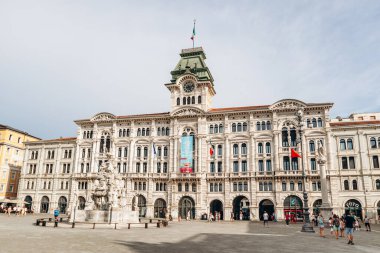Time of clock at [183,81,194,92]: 5:12
